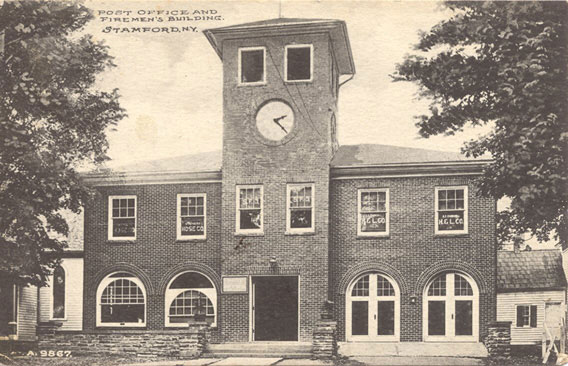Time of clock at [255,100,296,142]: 2:22
